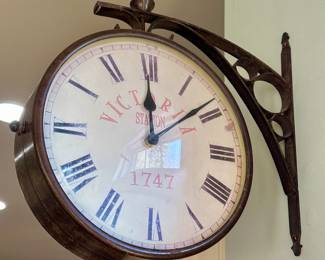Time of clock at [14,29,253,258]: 12:08
